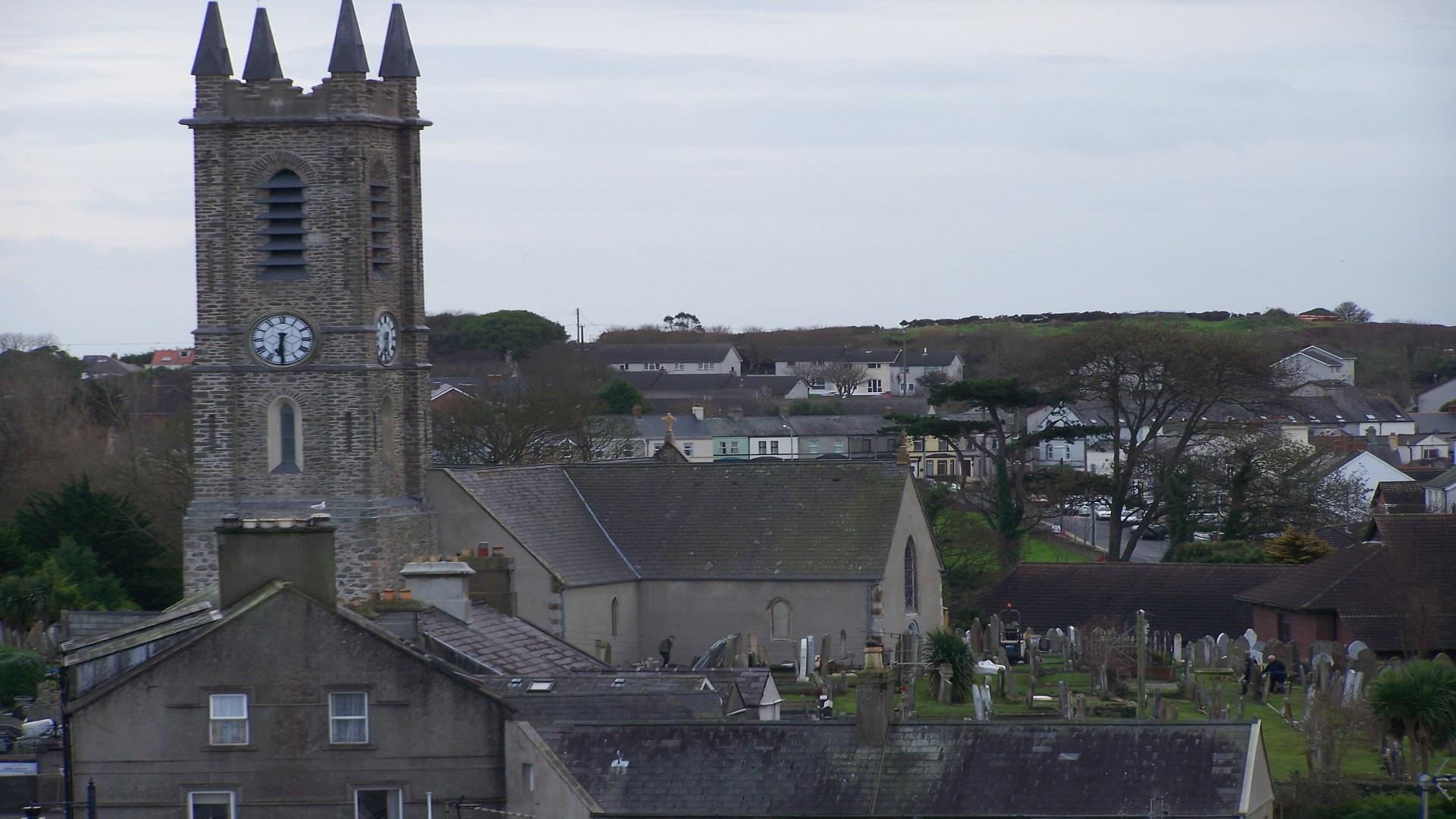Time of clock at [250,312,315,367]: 6:30
